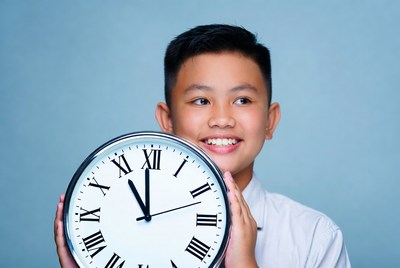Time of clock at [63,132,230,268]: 10:59
